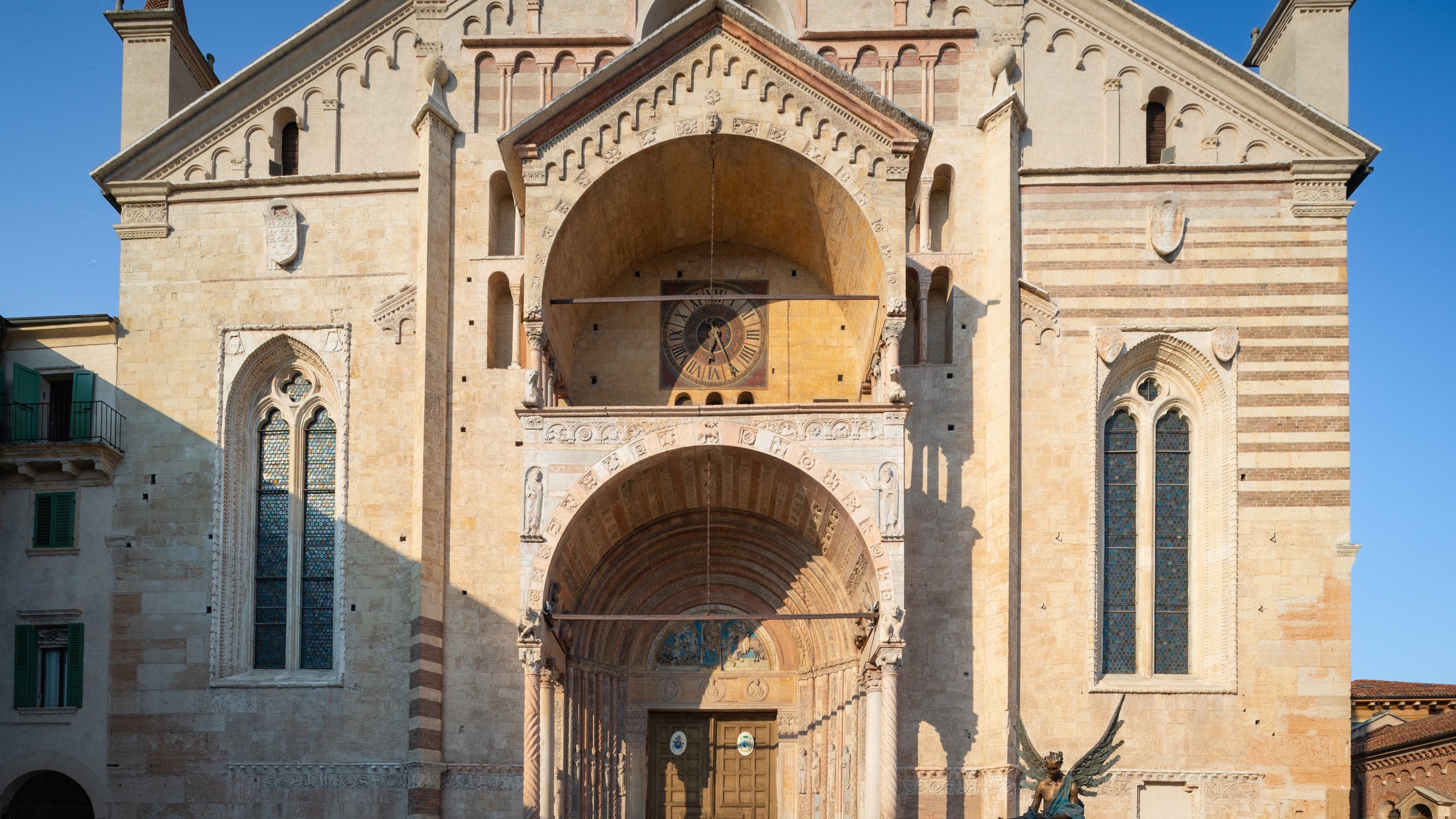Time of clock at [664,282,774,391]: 6:25
